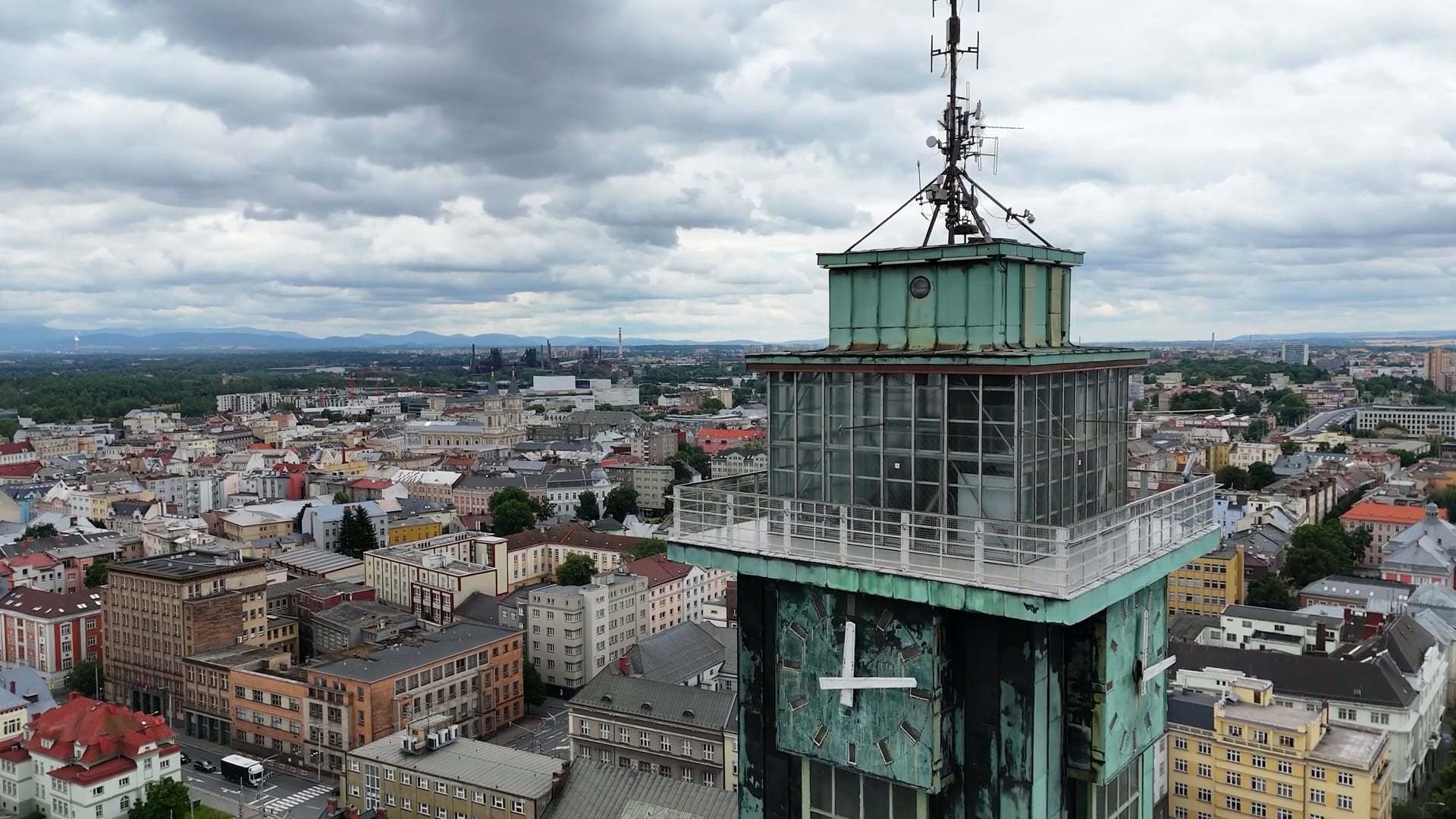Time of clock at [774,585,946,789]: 12:13
